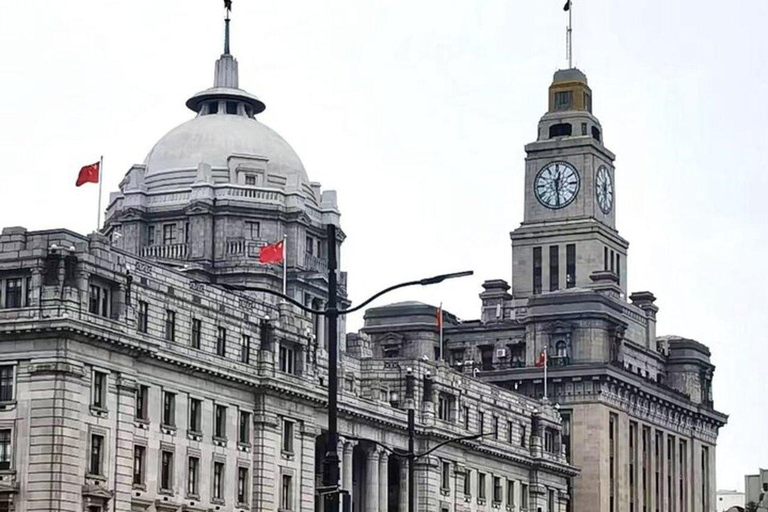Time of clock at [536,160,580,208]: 12:28
